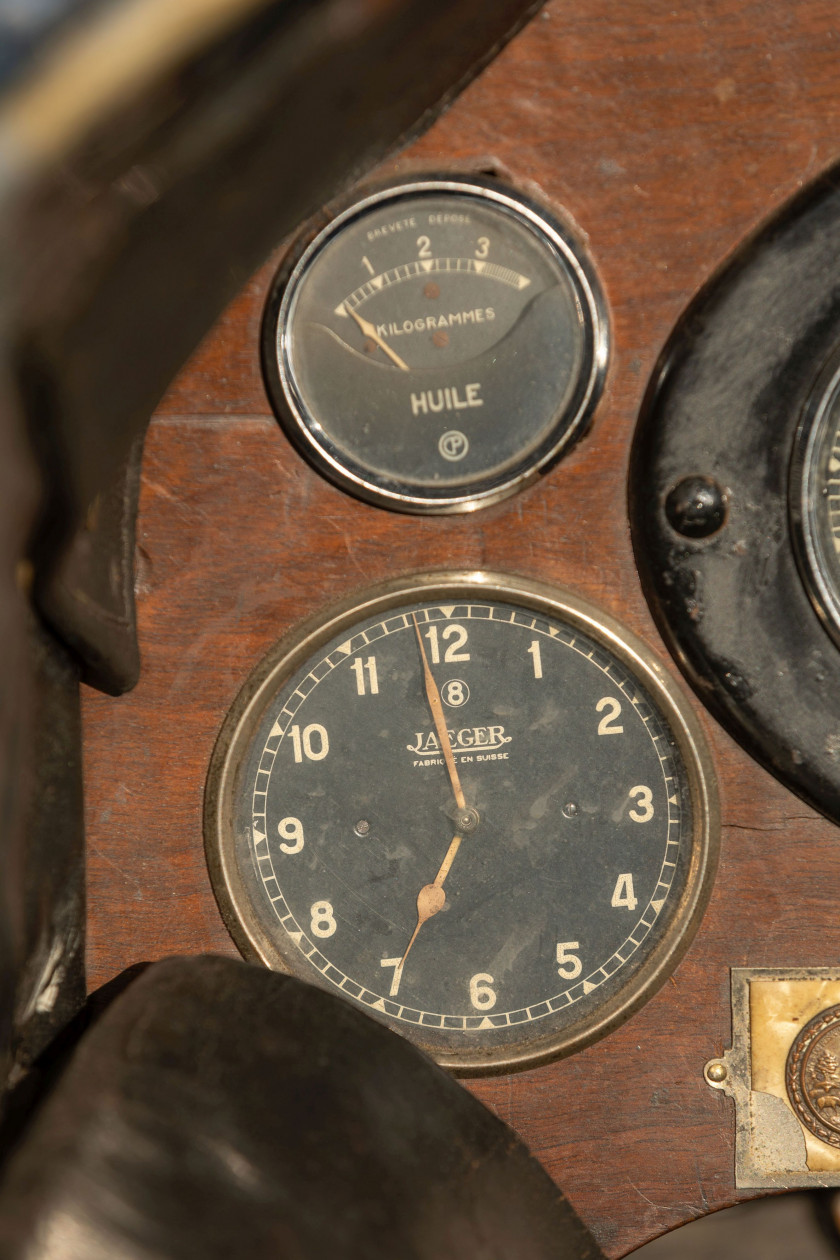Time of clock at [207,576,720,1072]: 6:58
